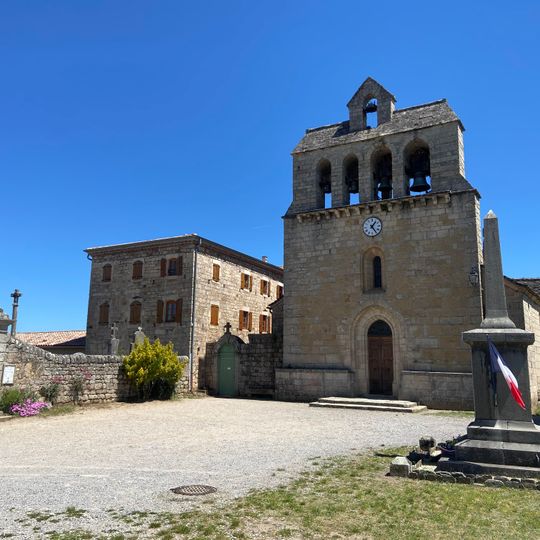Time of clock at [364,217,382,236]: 1:24
